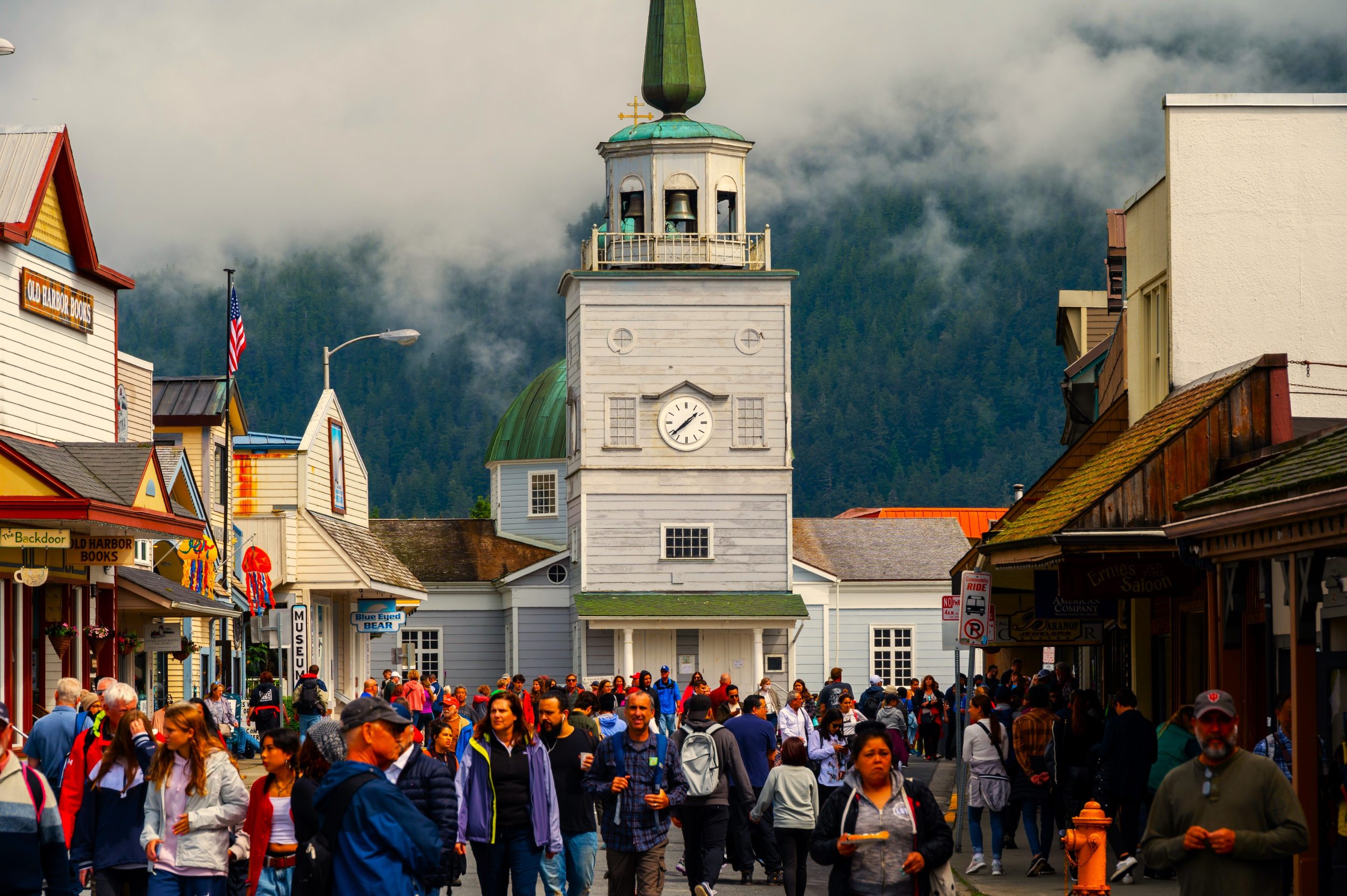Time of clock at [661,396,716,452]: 1:38
